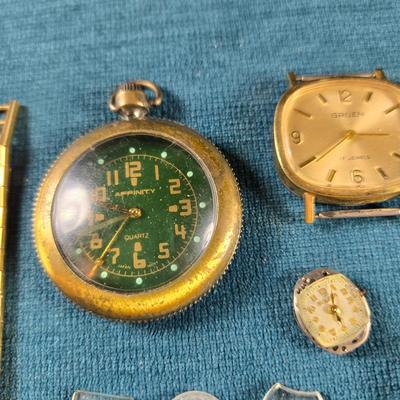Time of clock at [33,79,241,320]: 11:36
